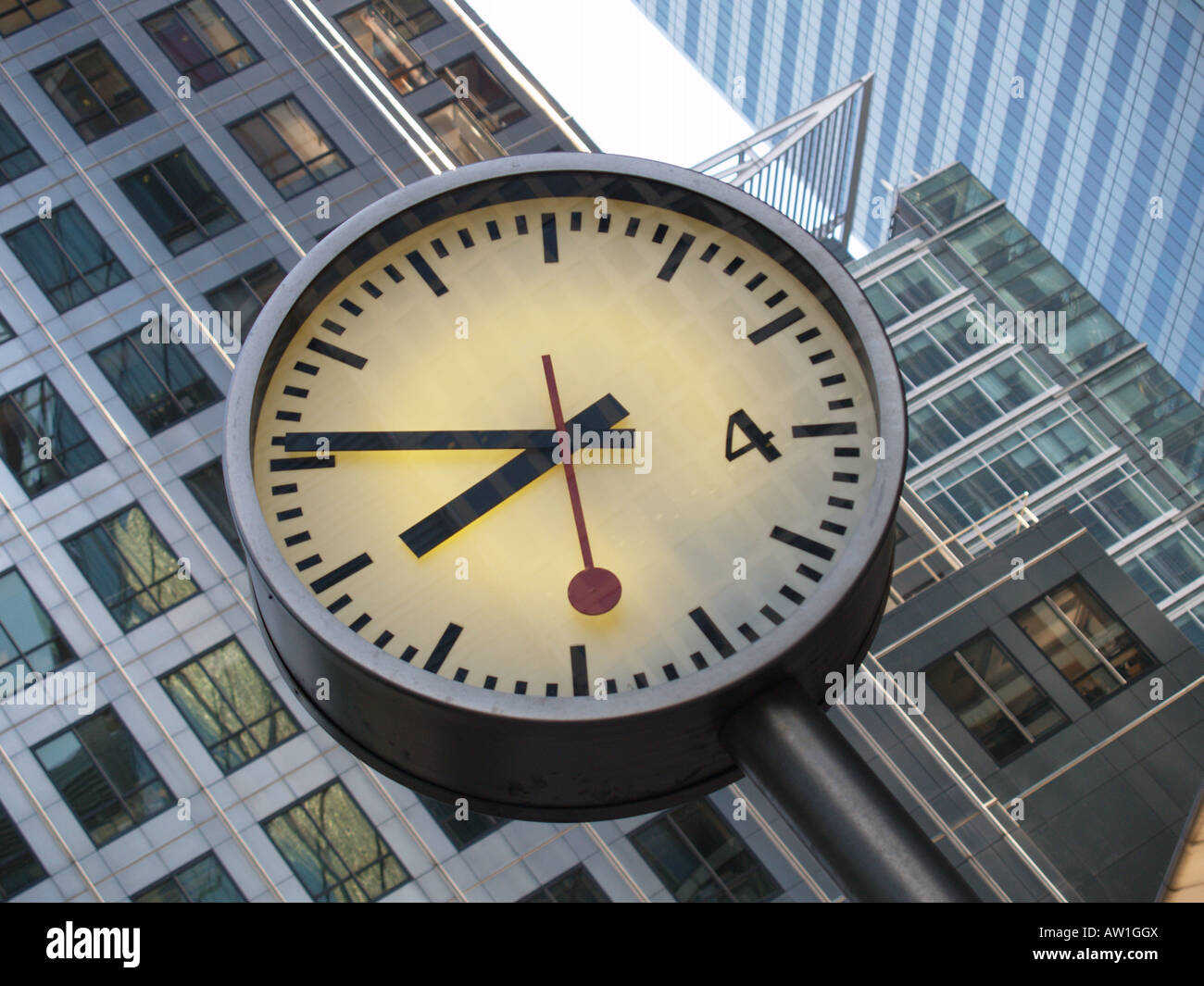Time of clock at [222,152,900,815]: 7:46
